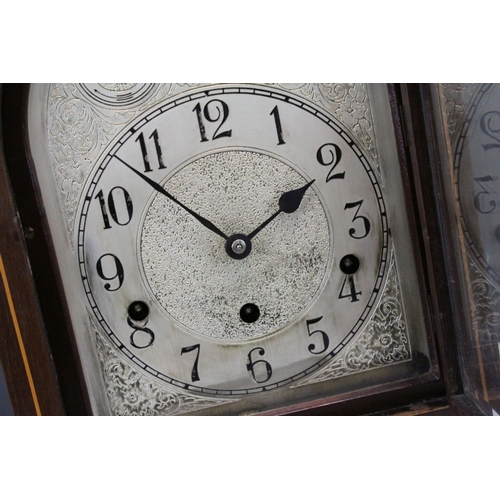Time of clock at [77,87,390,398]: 1:53
